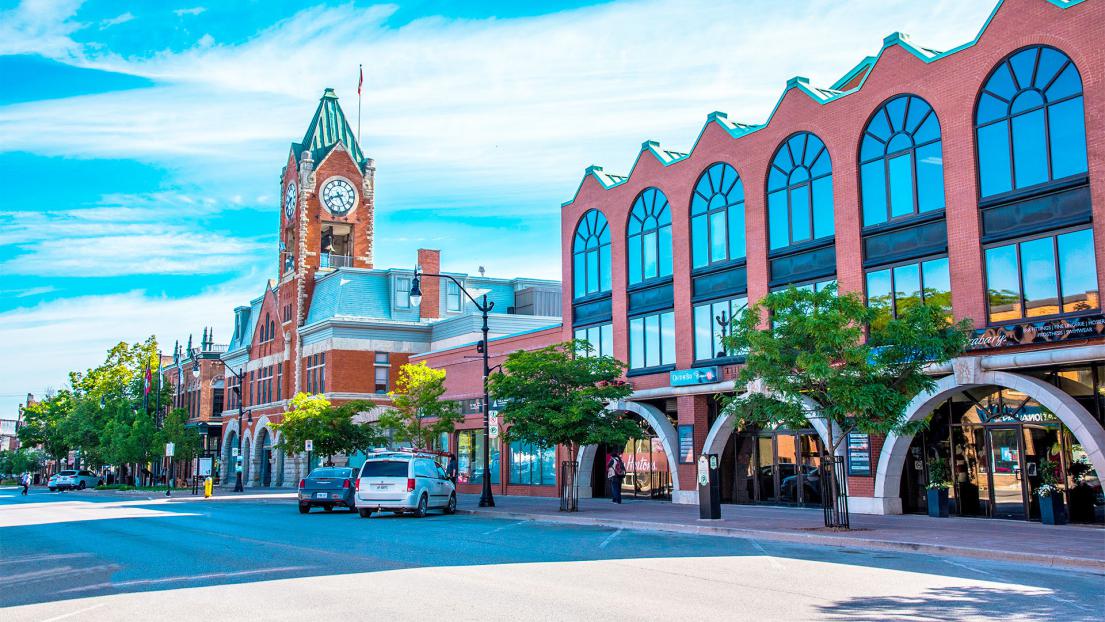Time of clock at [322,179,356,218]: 8:25
